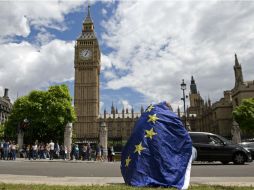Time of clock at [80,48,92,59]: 7:04
